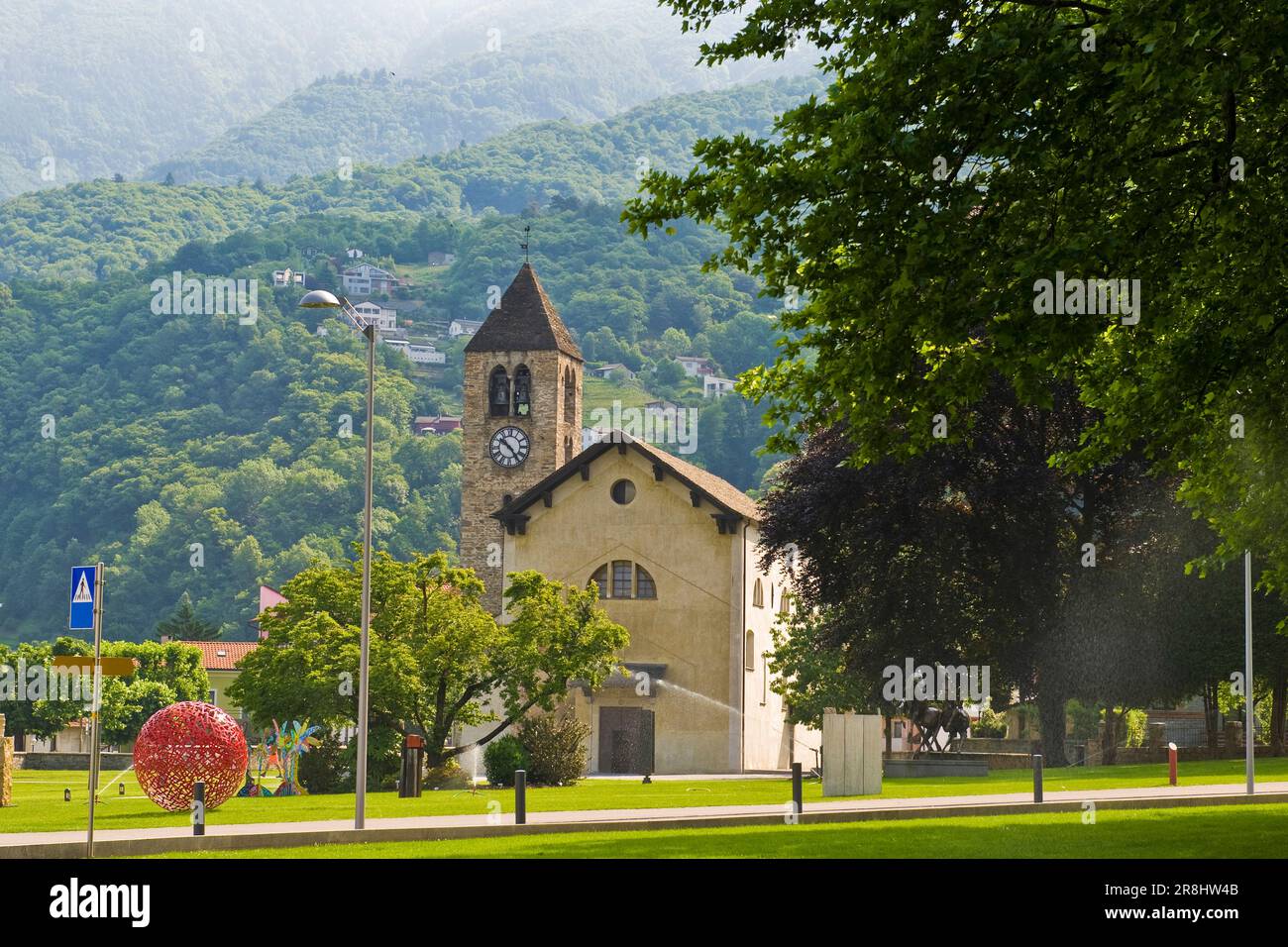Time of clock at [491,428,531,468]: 10:24
